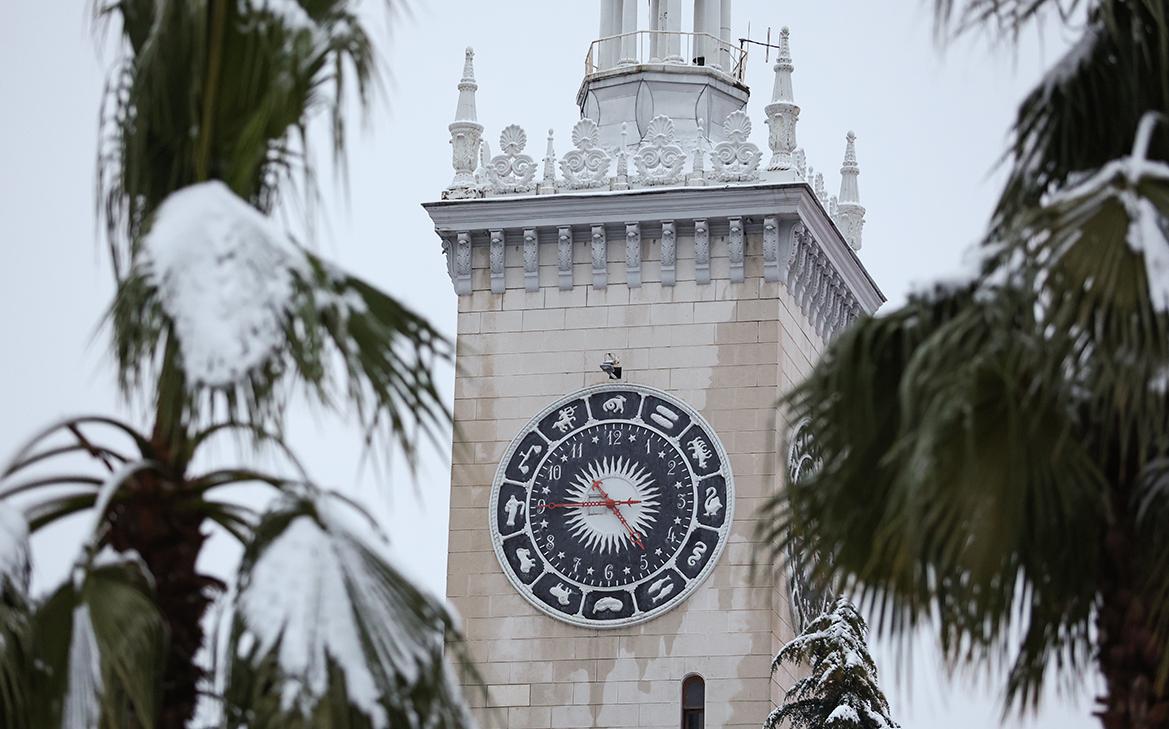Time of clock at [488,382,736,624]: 10:45
